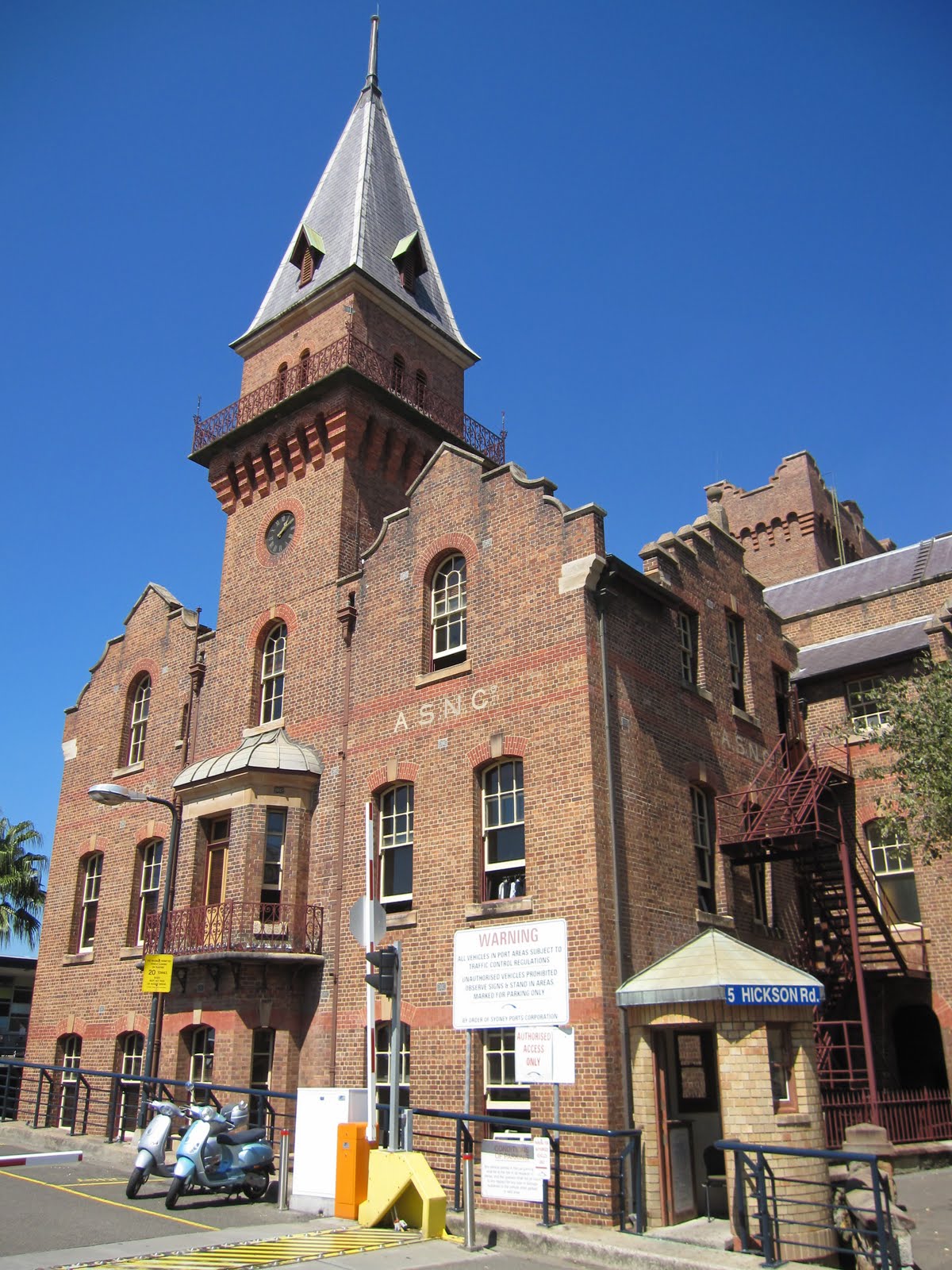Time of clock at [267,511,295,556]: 1:08
